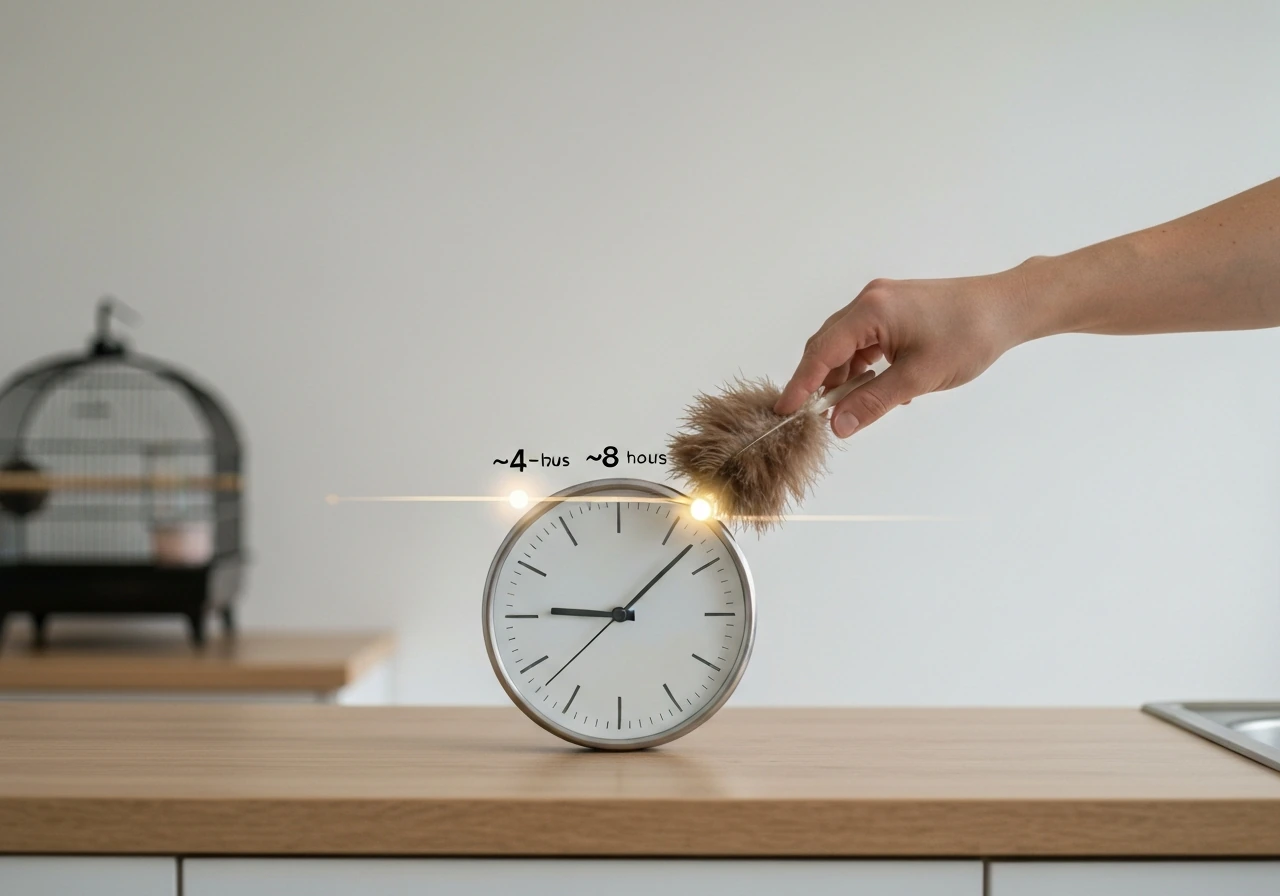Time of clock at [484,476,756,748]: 9:07
